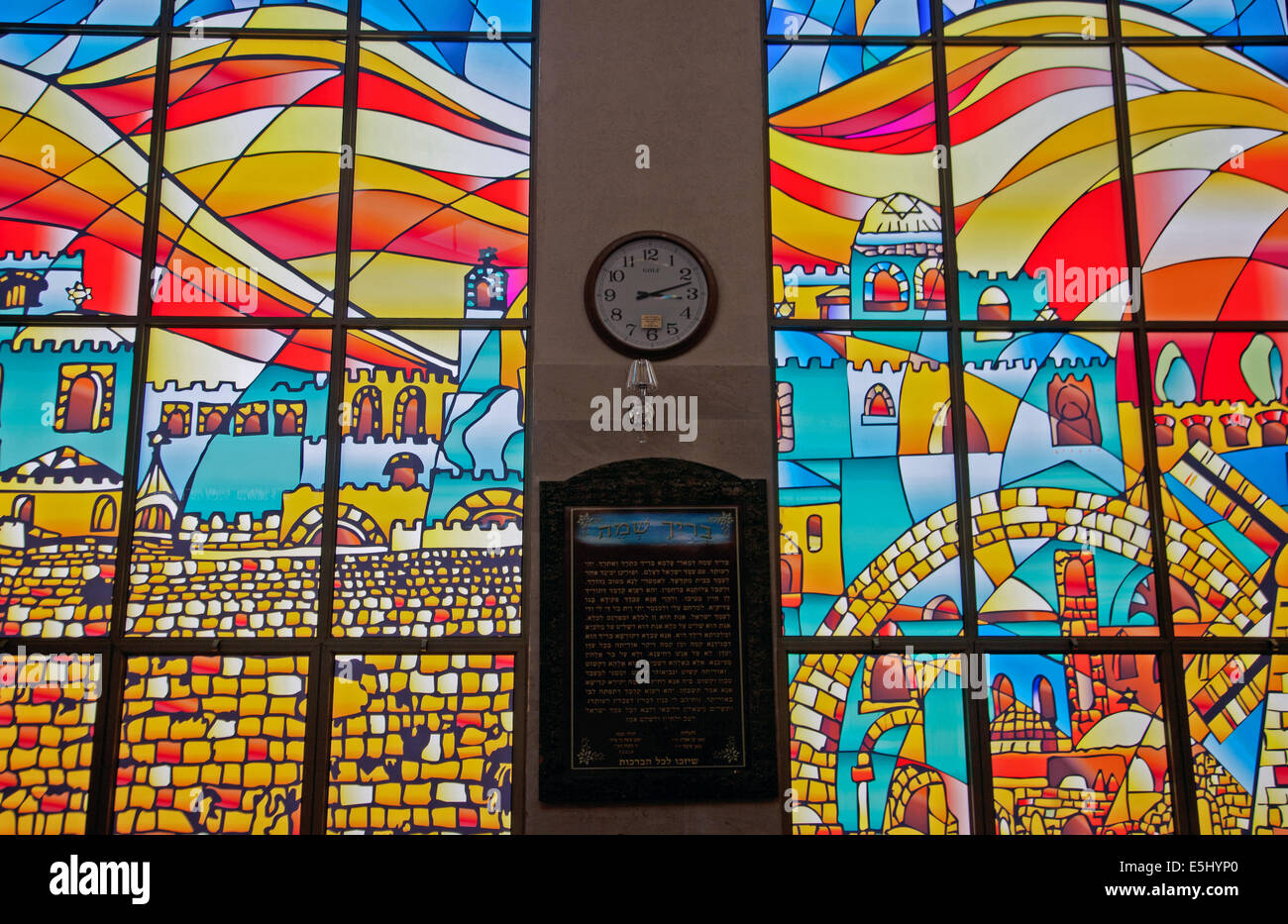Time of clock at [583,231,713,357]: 3:12
